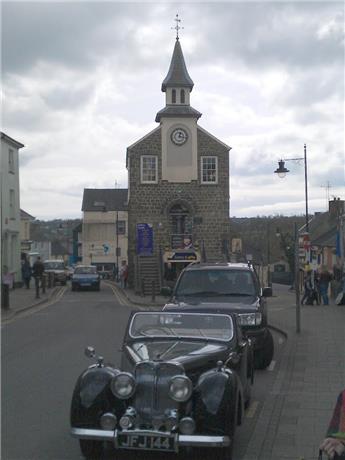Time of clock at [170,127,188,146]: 12:16
